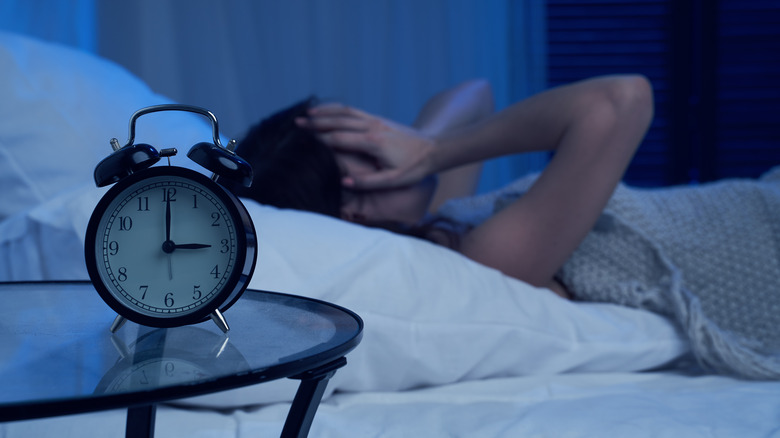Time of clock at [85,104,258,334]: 3:00
